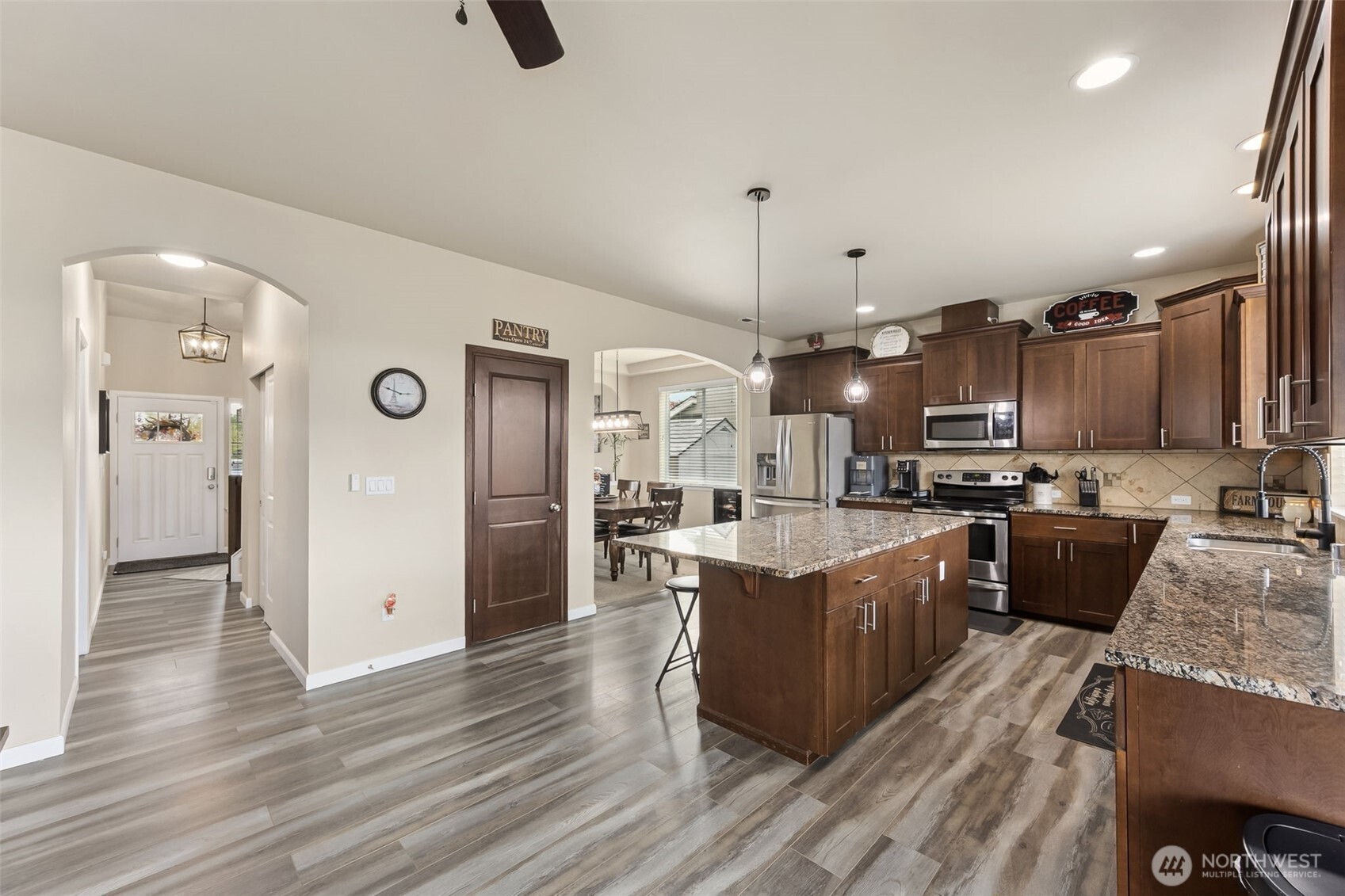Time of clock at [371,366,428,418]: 2:48
